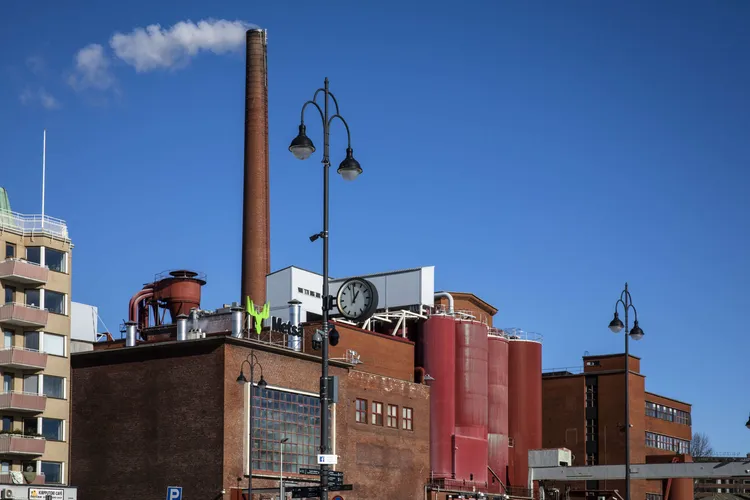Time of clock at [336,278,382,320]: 12:59
